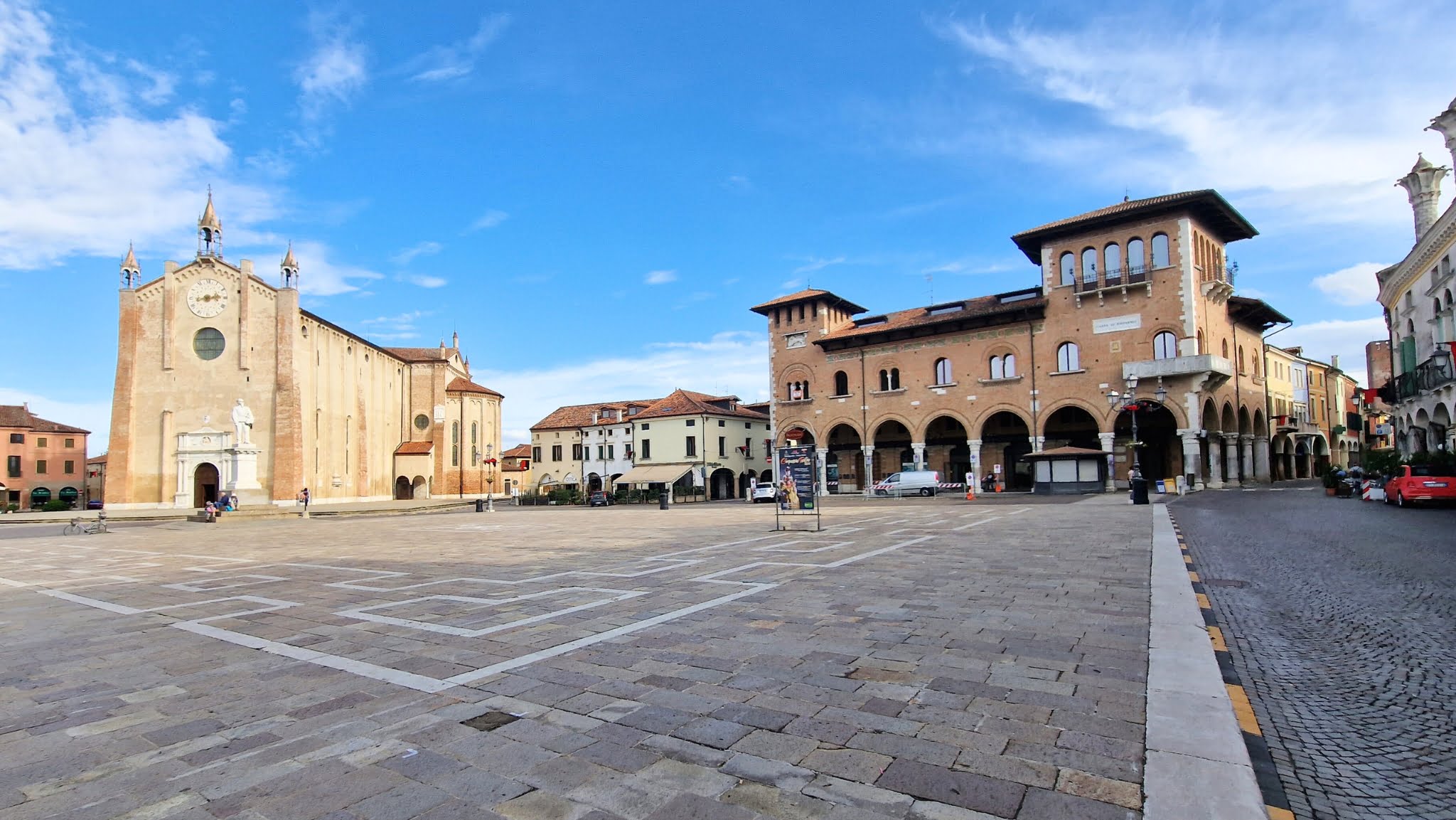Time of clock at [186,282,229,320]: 2:42
